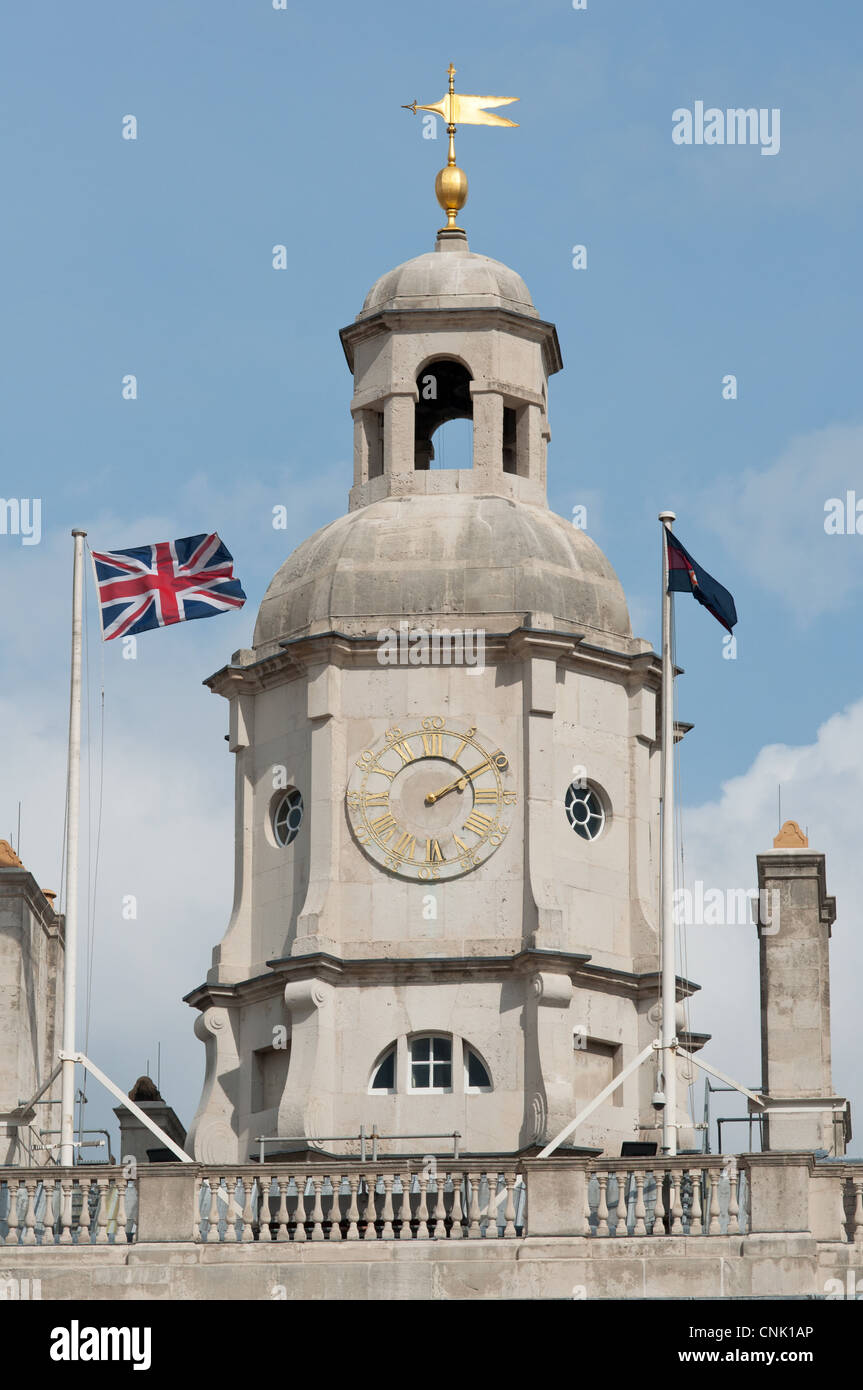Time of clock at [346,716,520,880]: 2:09
